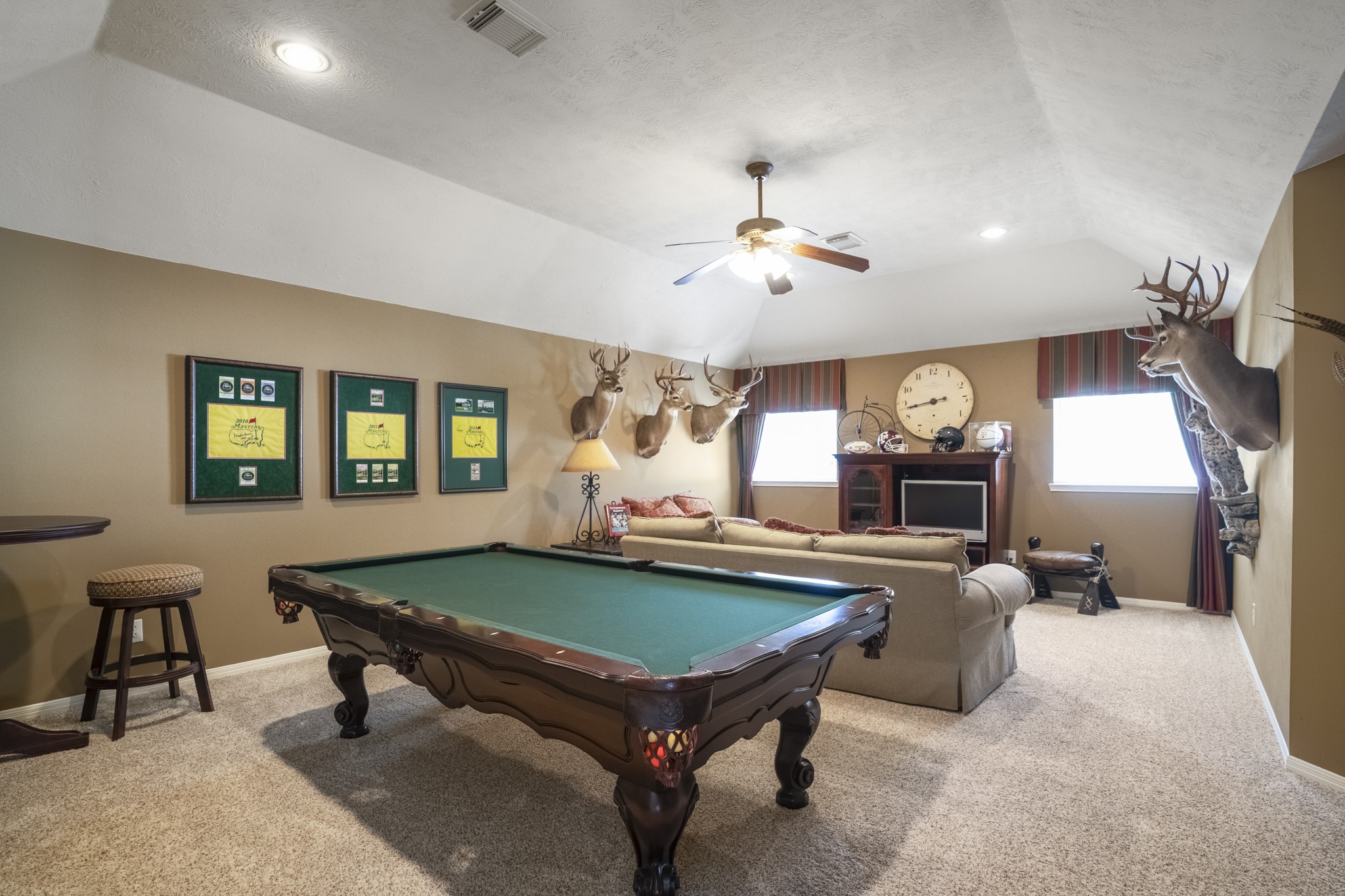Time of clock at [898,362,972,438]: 8:43
